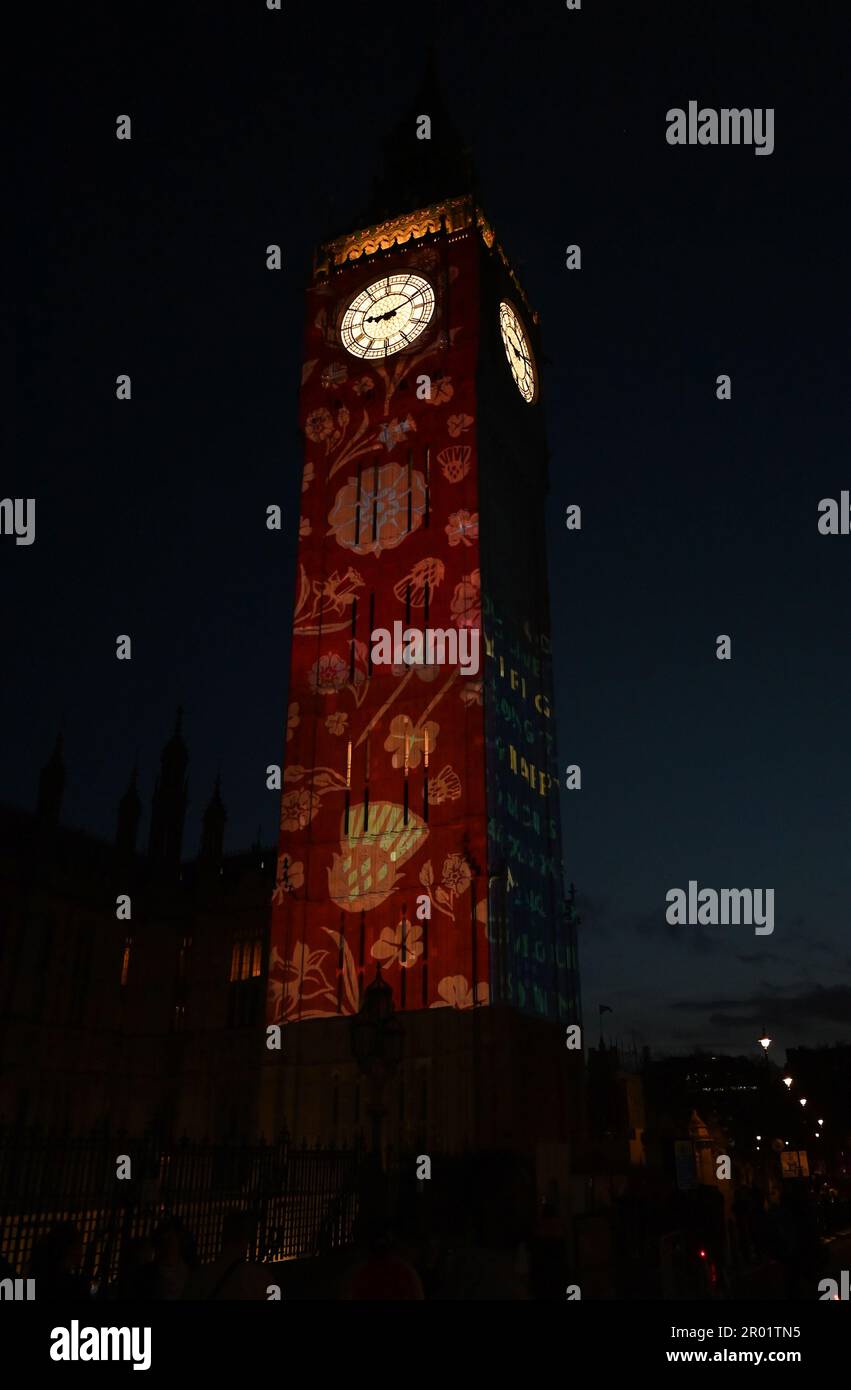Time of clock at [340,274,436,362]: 9:11
